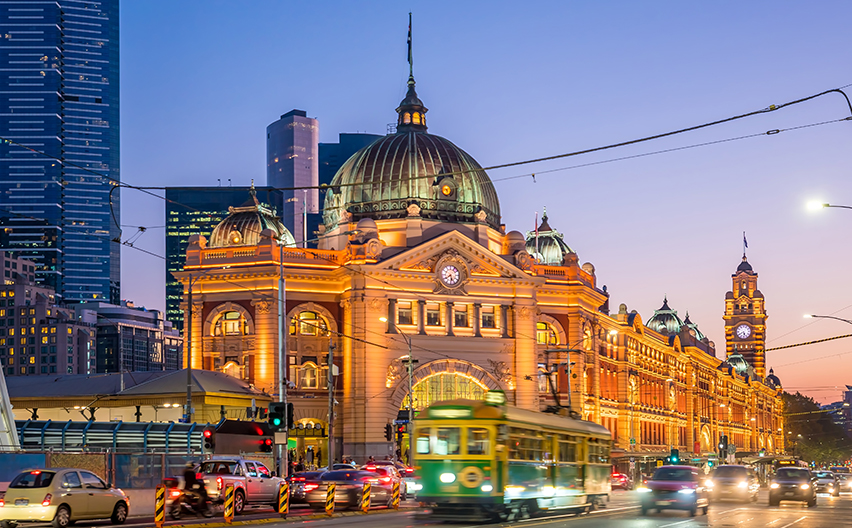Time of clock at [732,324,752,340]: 5:40
